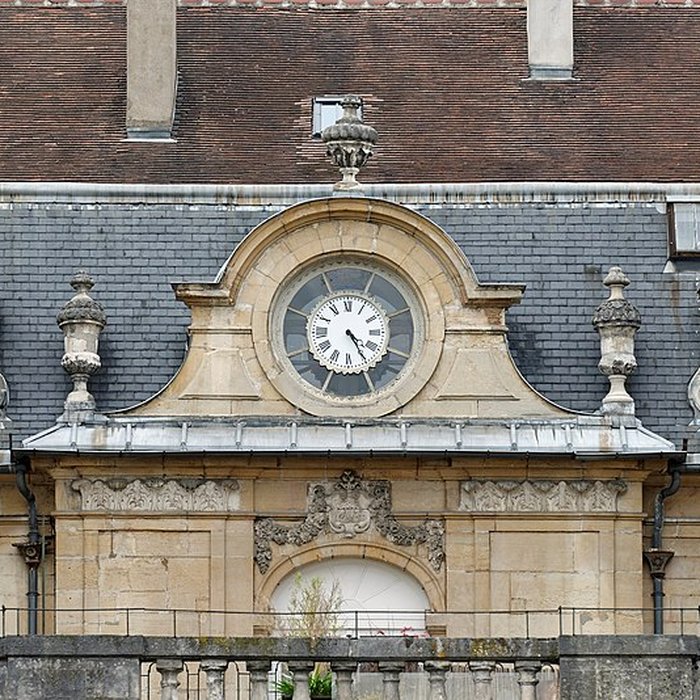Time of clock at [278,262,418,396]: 4:24
